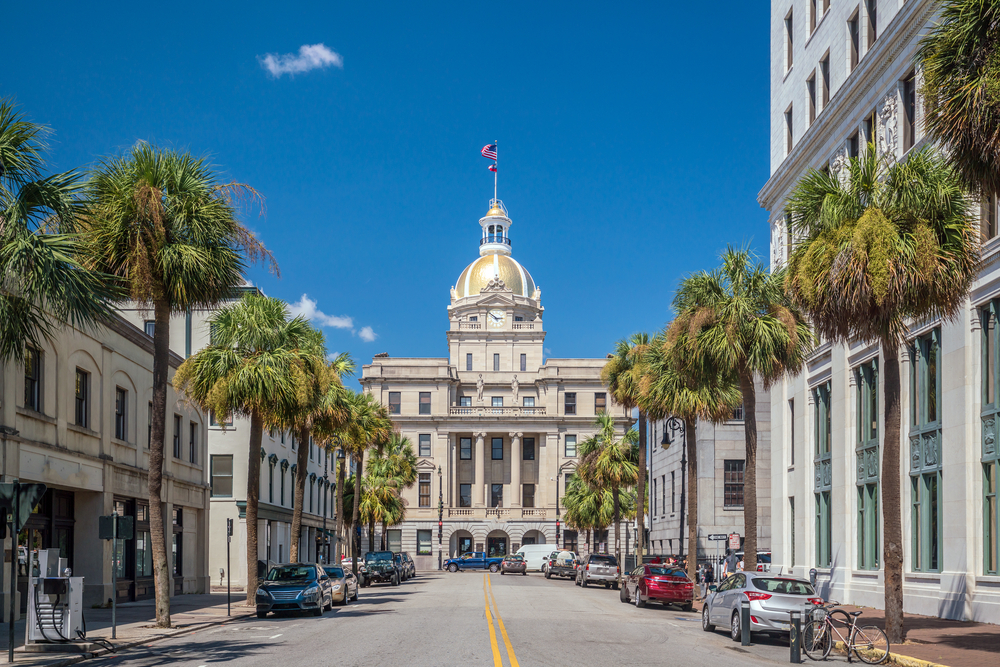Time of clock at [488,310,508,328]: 2:52
